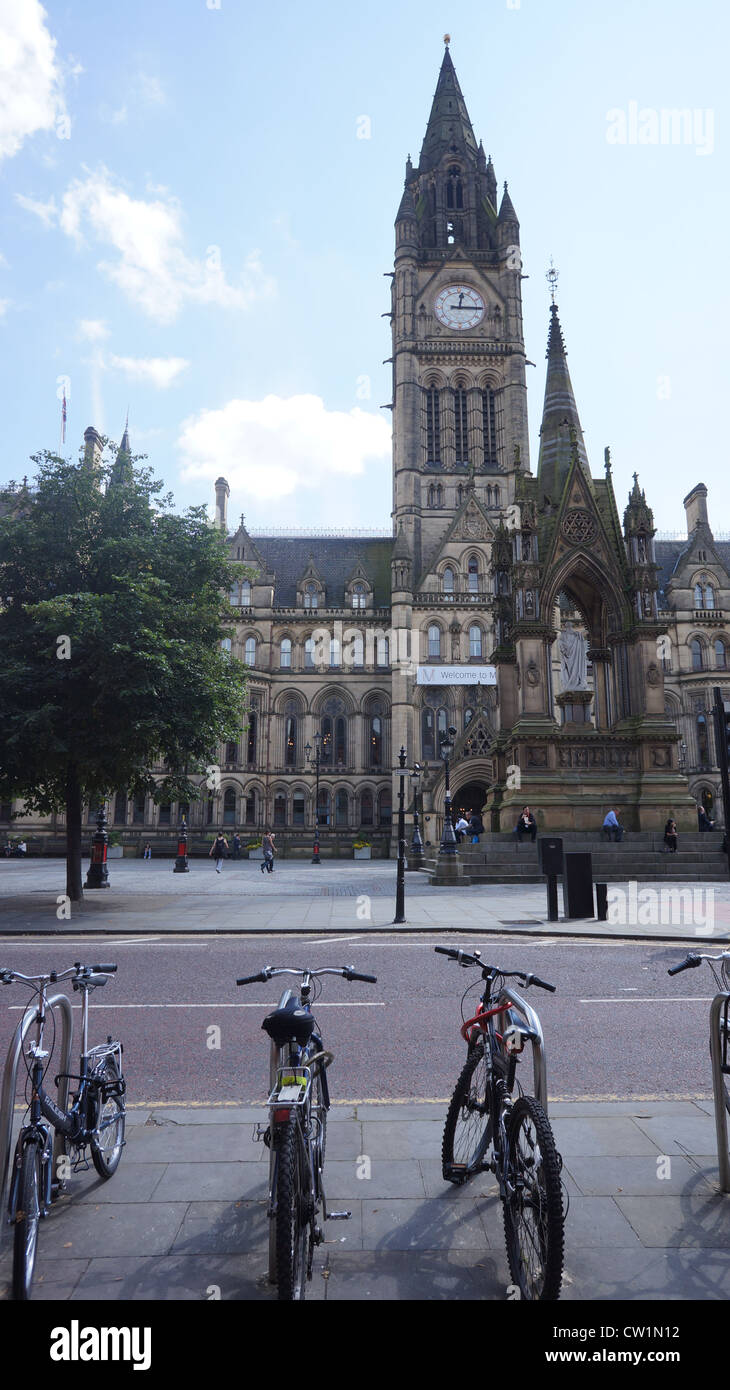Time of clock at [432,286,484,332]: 12:15
